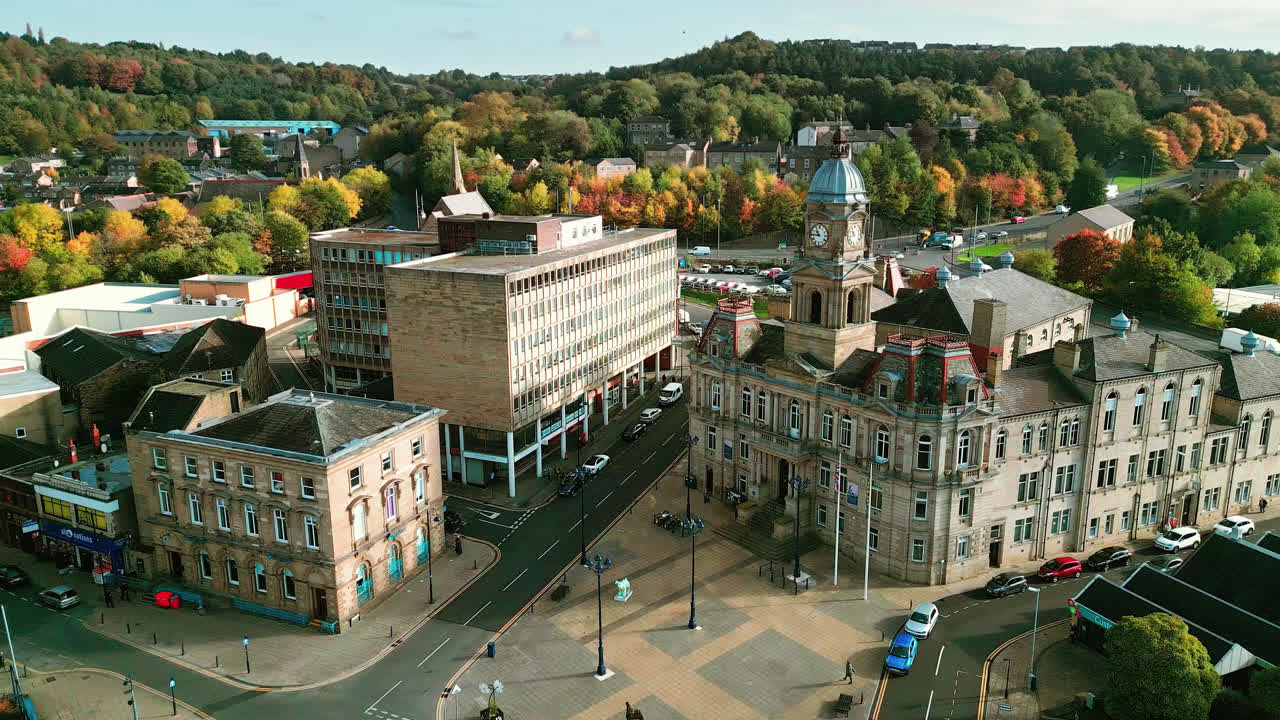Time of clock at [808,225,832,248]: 10:45
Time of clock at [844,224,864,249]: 10:42
